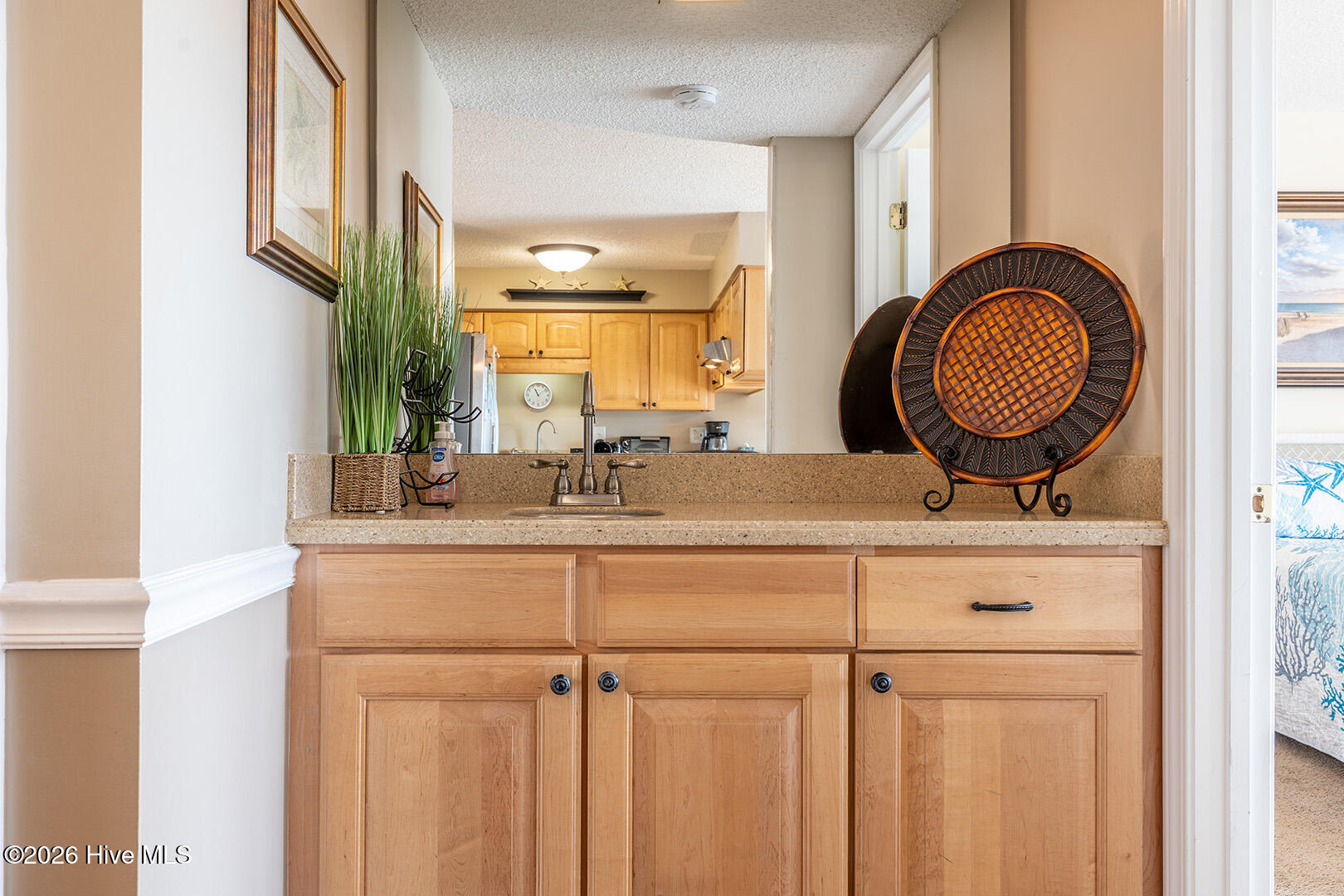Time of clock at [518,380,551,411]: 11:08
